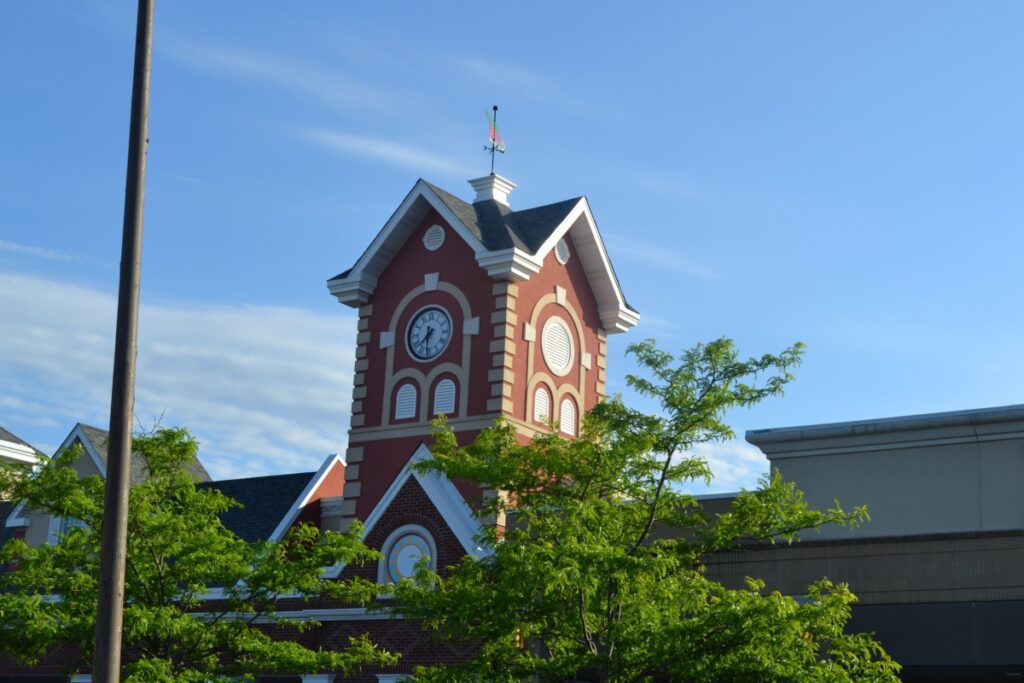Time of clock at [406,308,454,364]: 7:30
